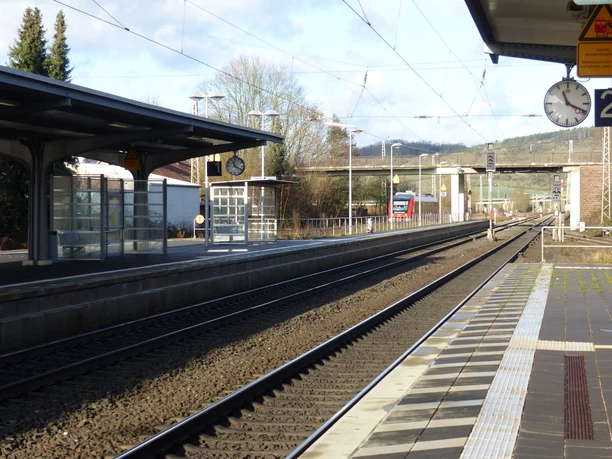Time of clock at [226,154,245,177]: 11:19
